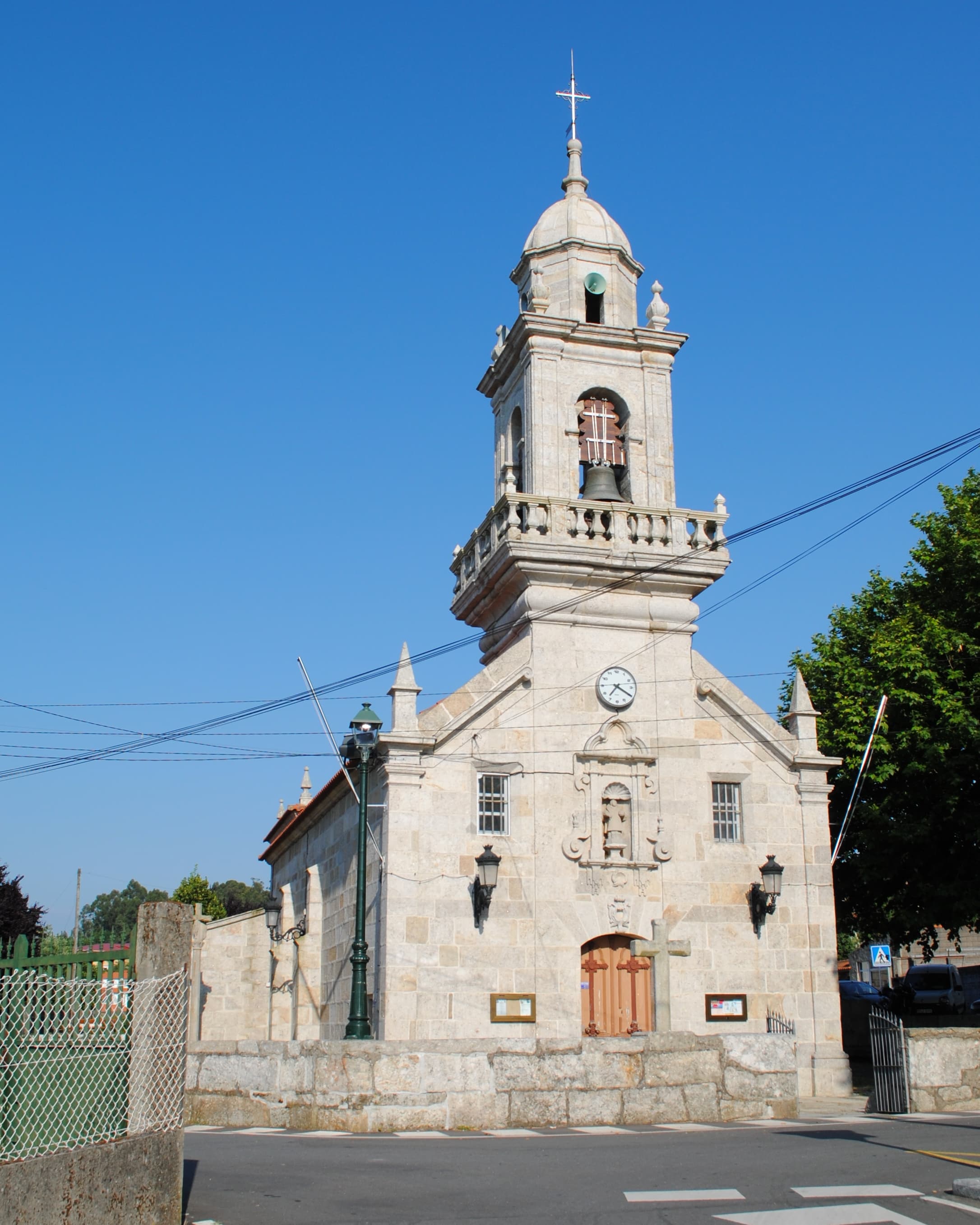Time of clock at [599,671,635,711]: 7:19
